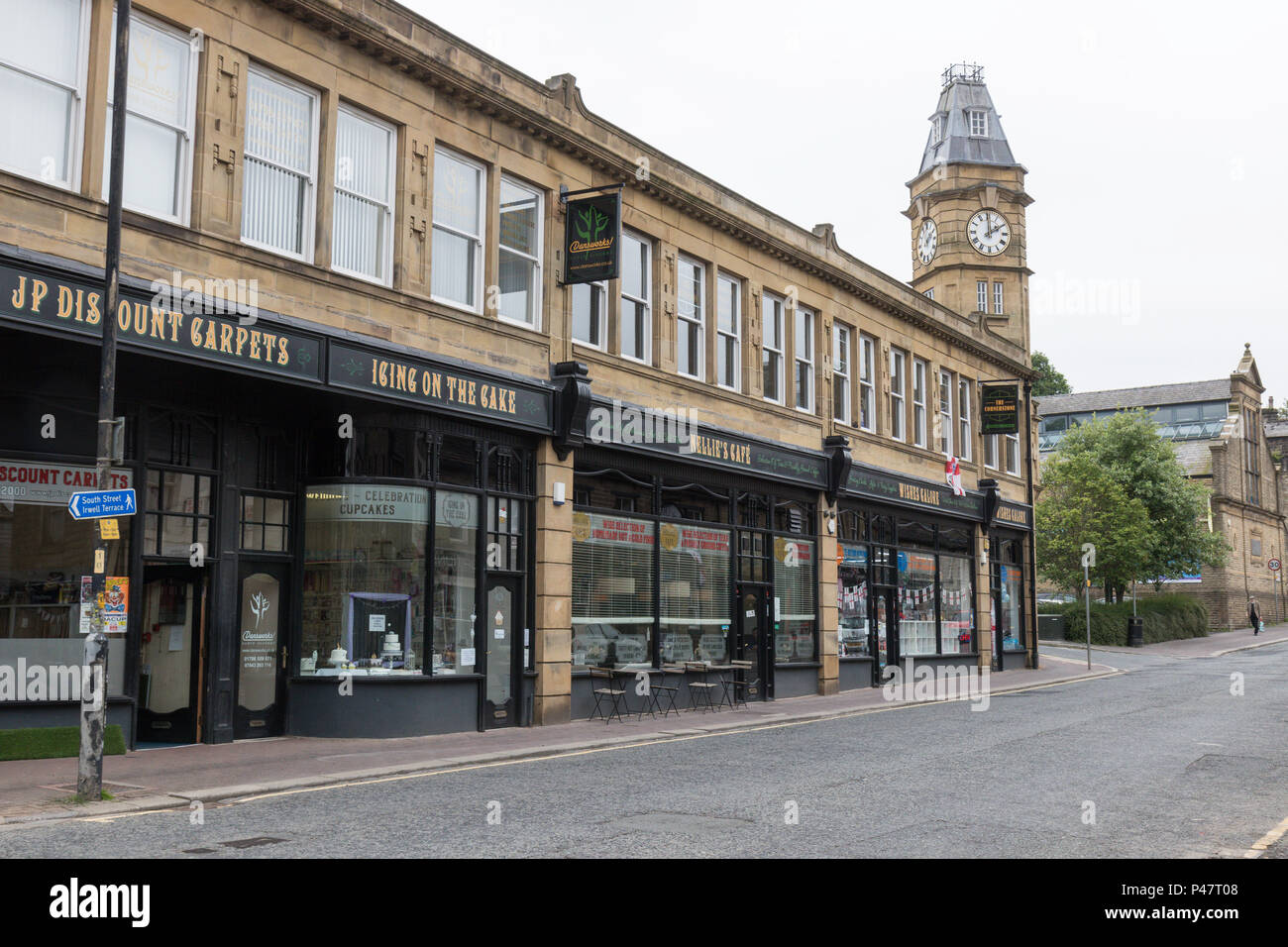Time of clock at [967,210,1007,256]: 2:00
